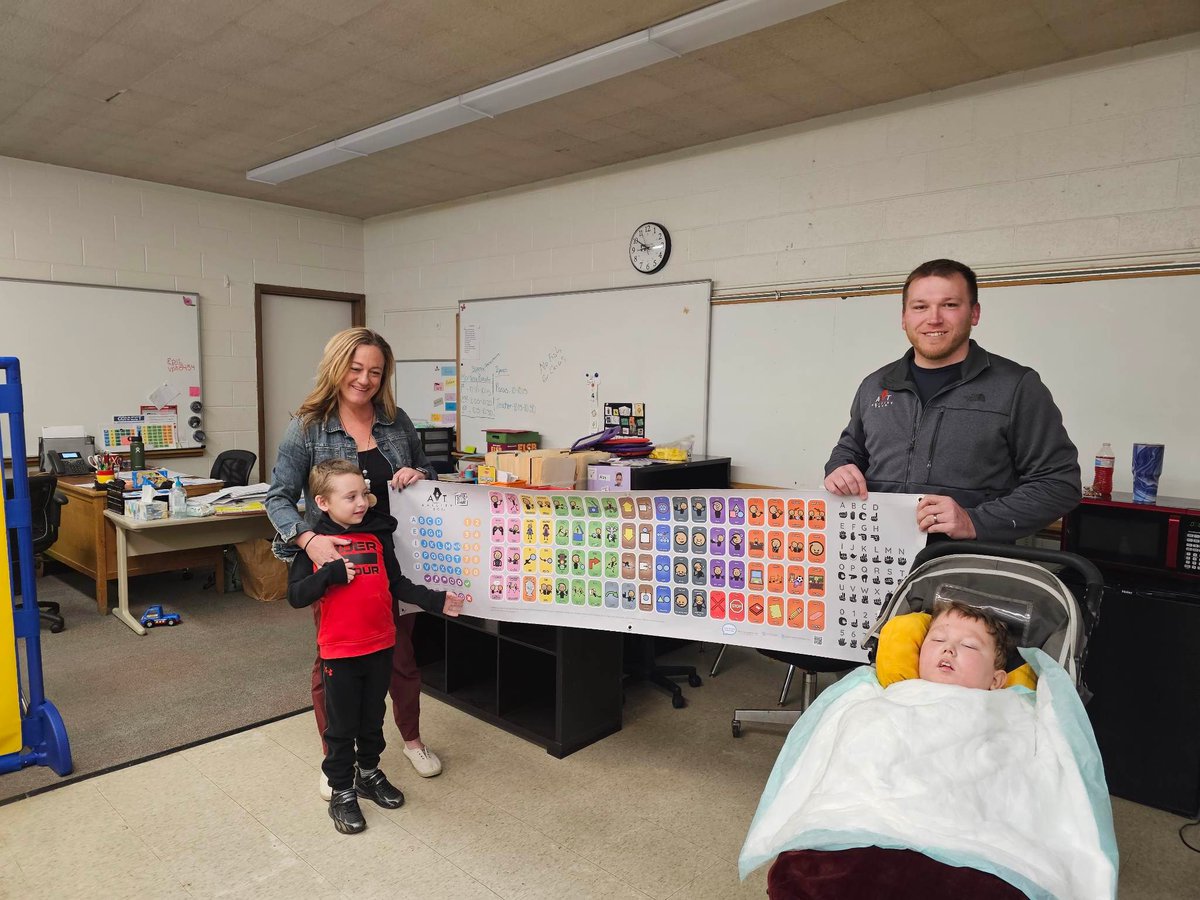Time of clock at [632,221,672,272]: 8:50
